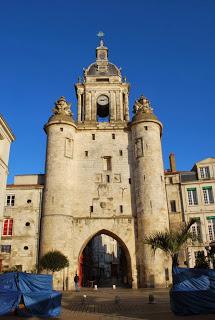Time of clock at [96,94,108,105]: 9:12
